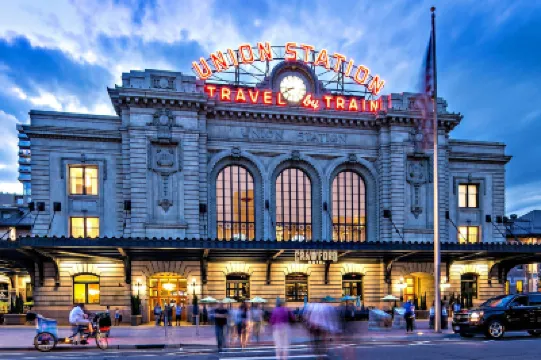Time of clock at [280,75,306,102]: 8:40
